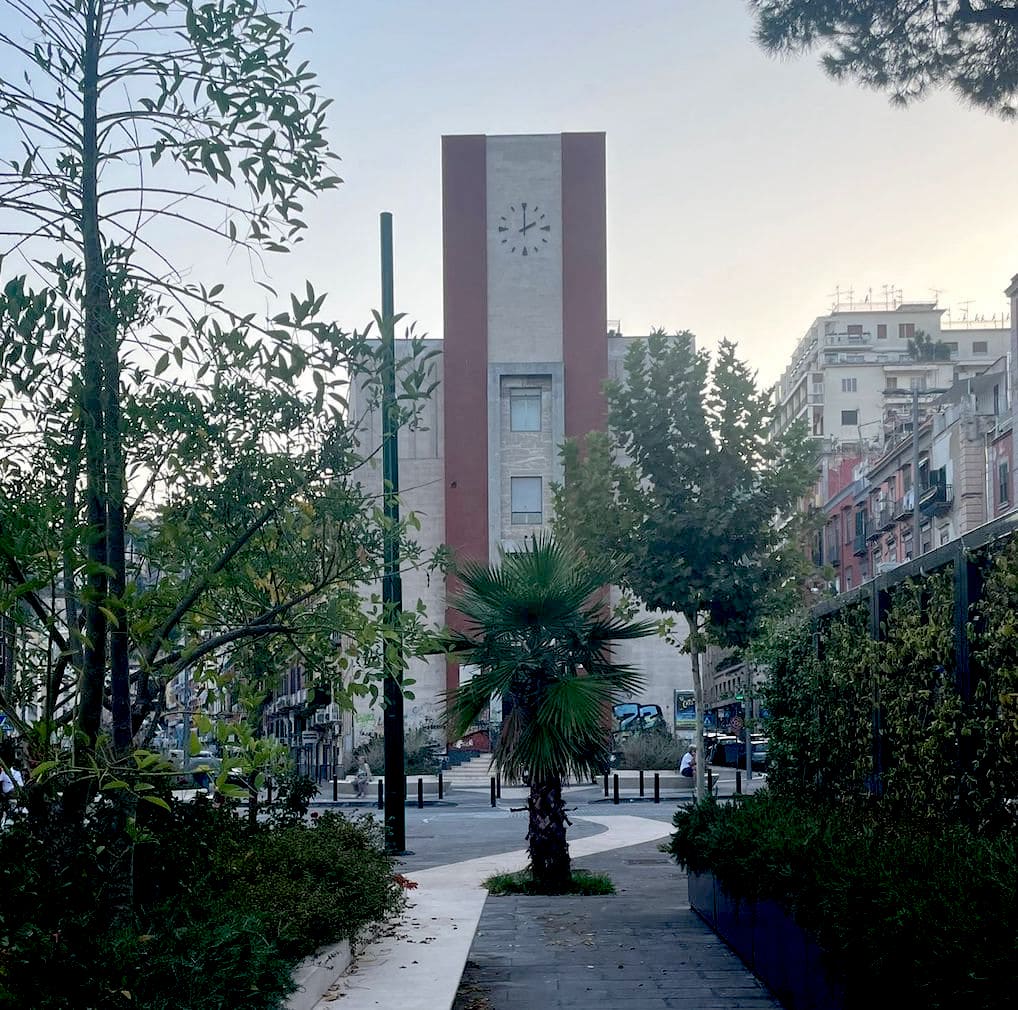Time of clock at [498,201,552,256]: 2:00
